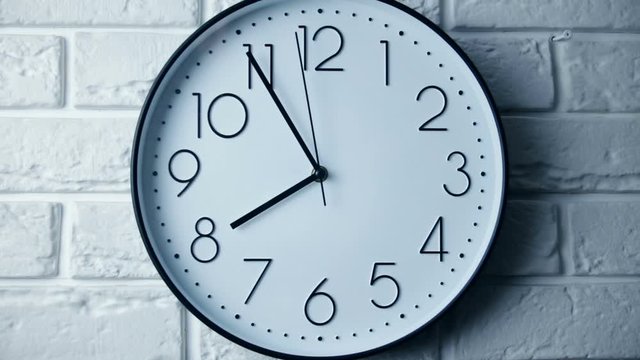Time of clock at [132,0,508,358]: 7:54
